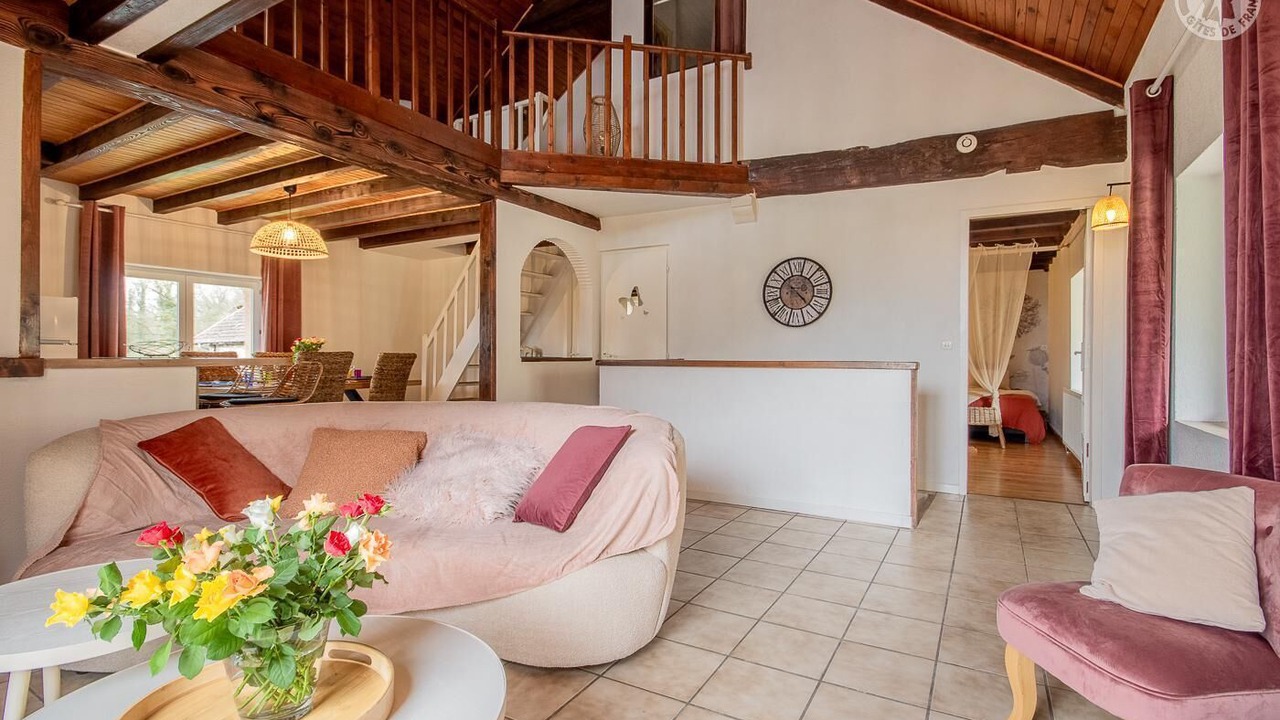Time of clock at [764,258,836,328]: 4:22
